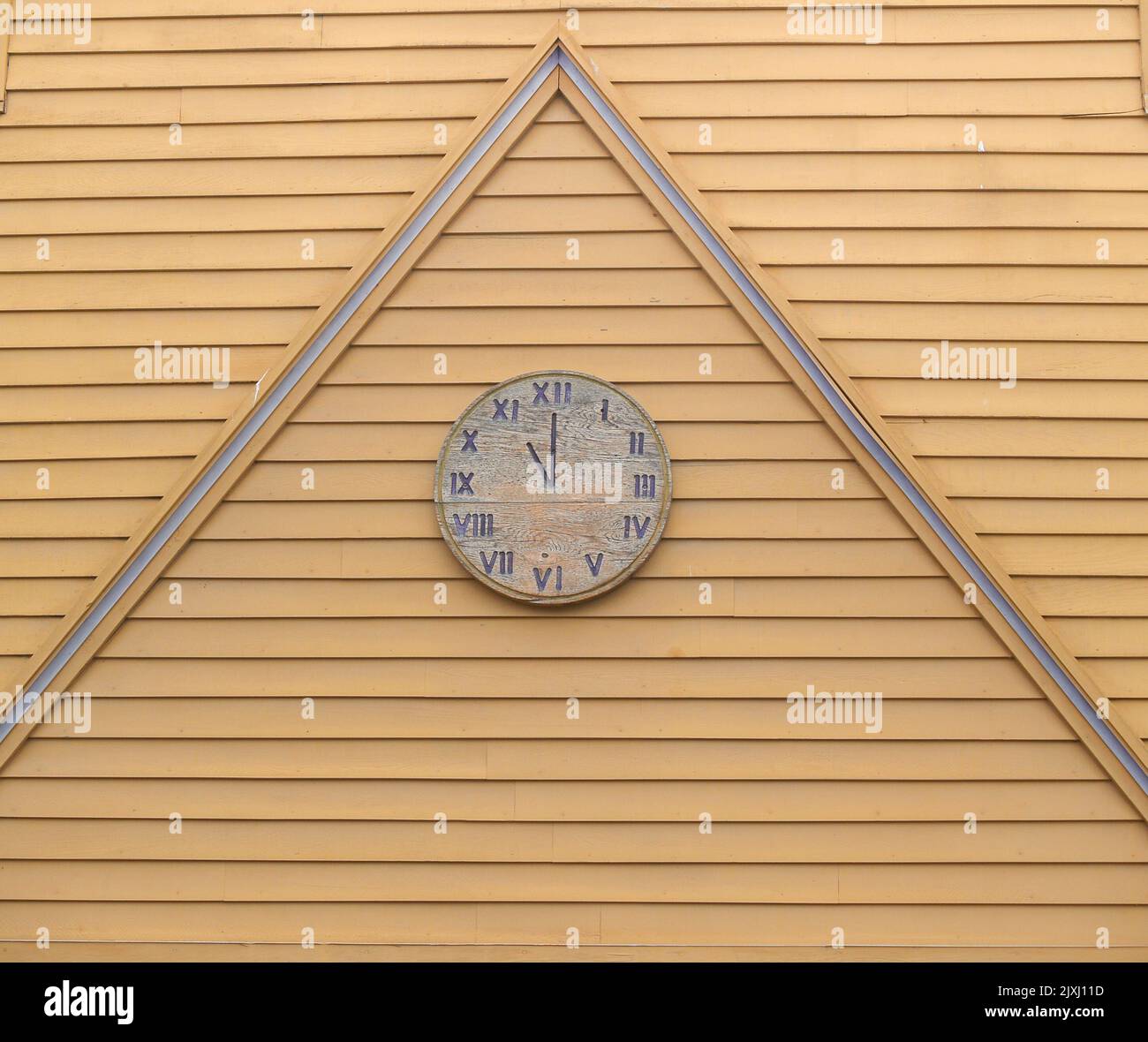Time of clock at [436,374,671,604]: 11:00
